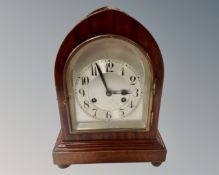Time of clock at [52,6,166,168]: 2:56
